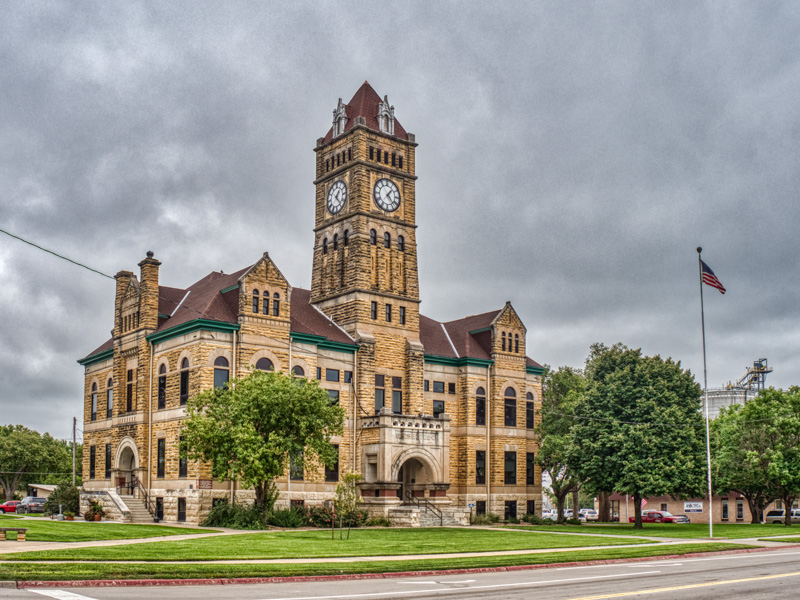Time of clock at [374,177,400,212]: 1:23
